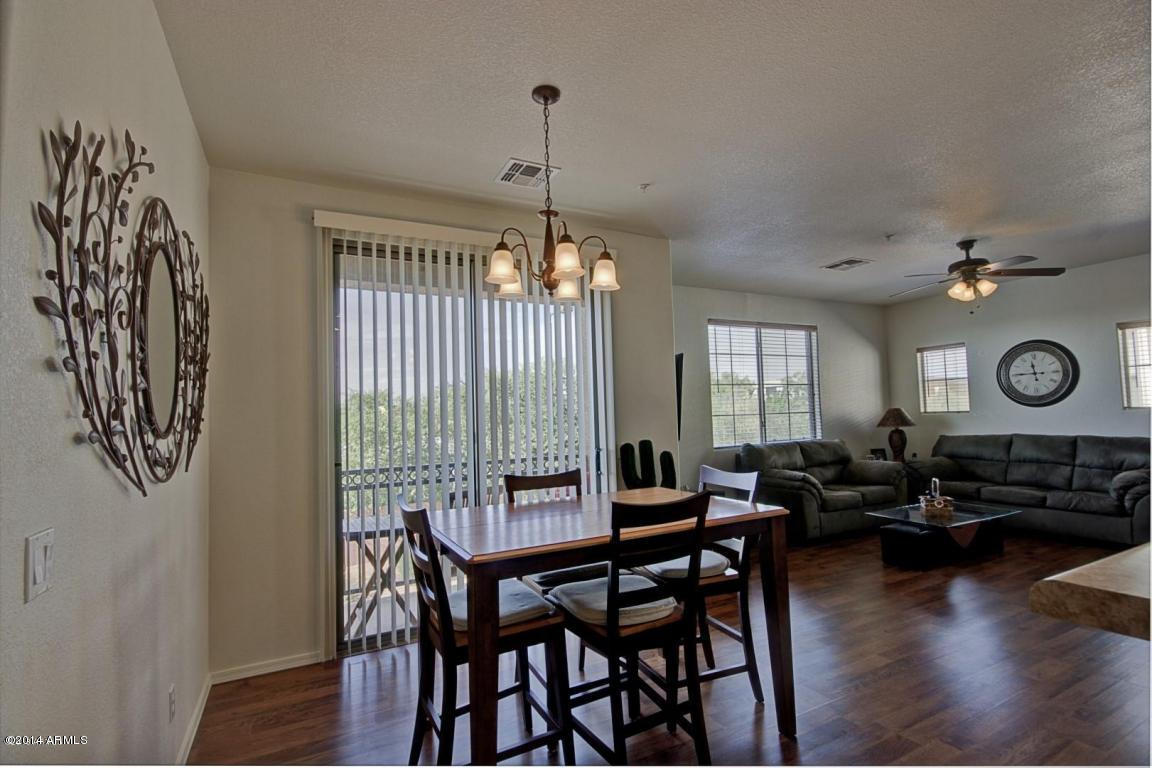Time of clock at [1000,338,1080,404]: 11:44
